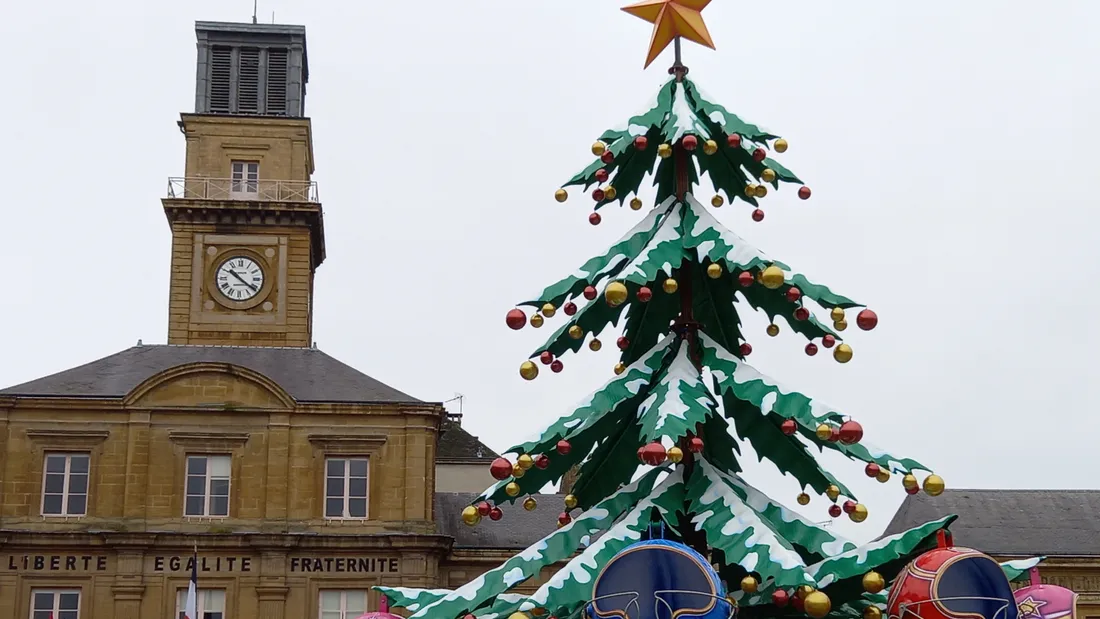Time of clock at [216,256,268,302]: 10:20
